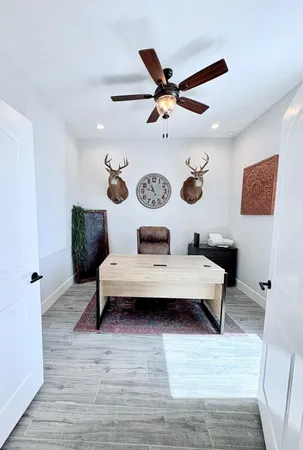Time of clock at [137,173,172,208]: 10:47
